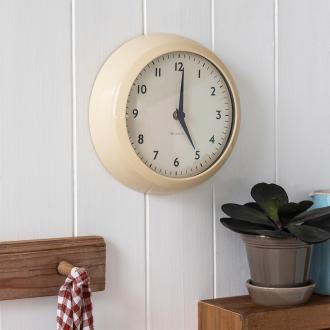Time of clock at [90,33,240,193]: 5:00
